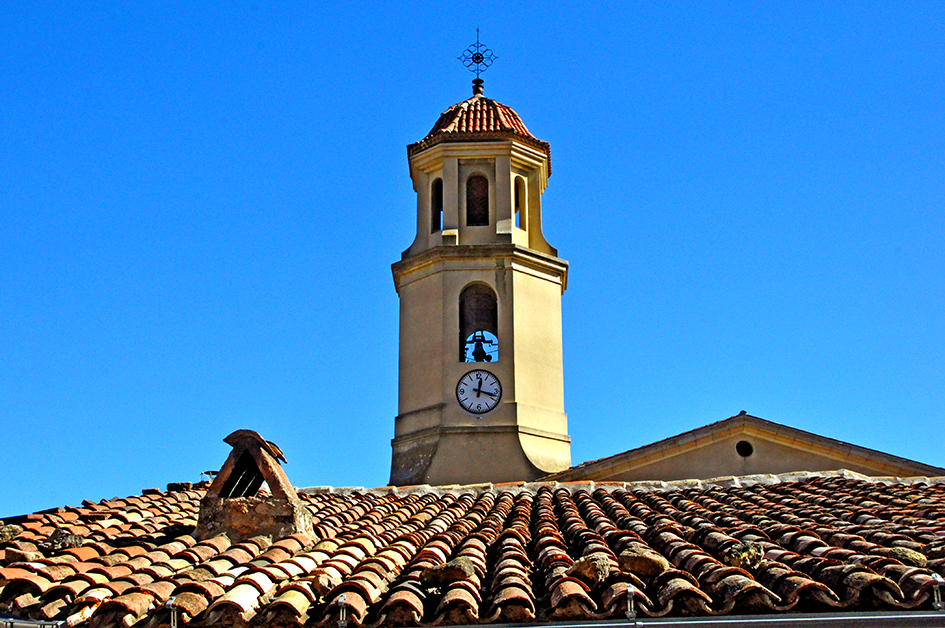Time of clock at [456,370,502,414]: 12:17
